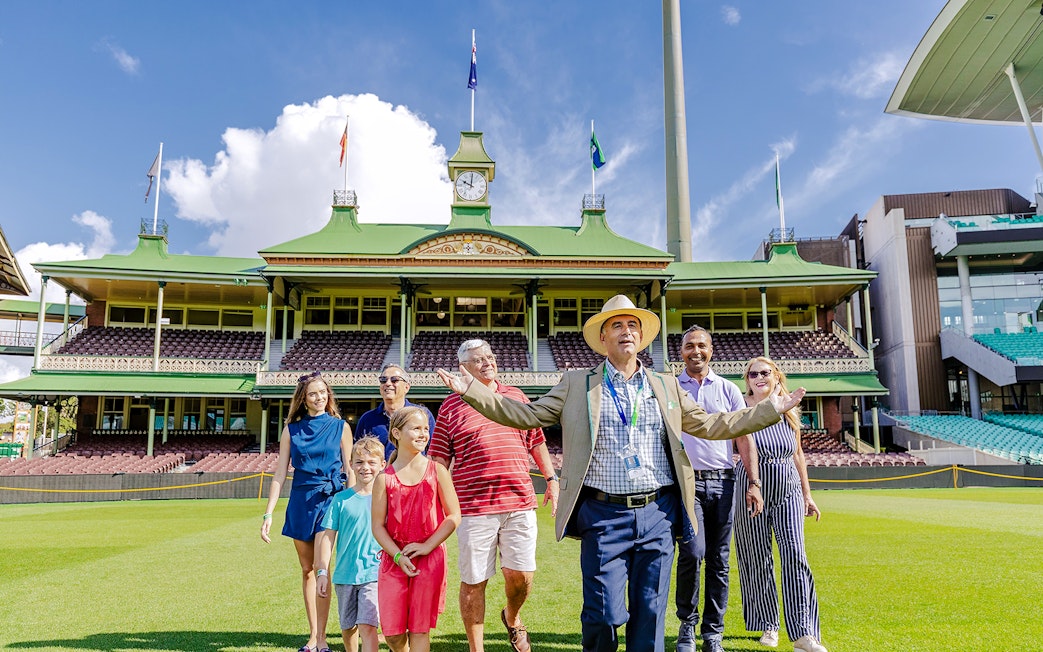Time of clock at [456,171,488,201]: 10:00
